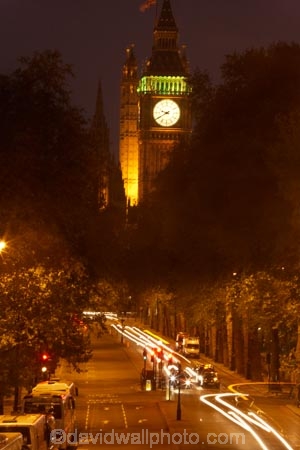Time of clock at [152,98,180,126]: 9:40
